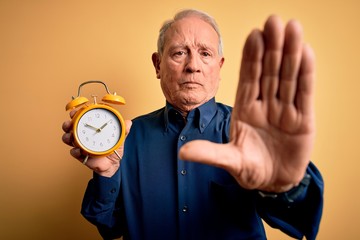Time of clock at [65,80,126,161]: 1:50
